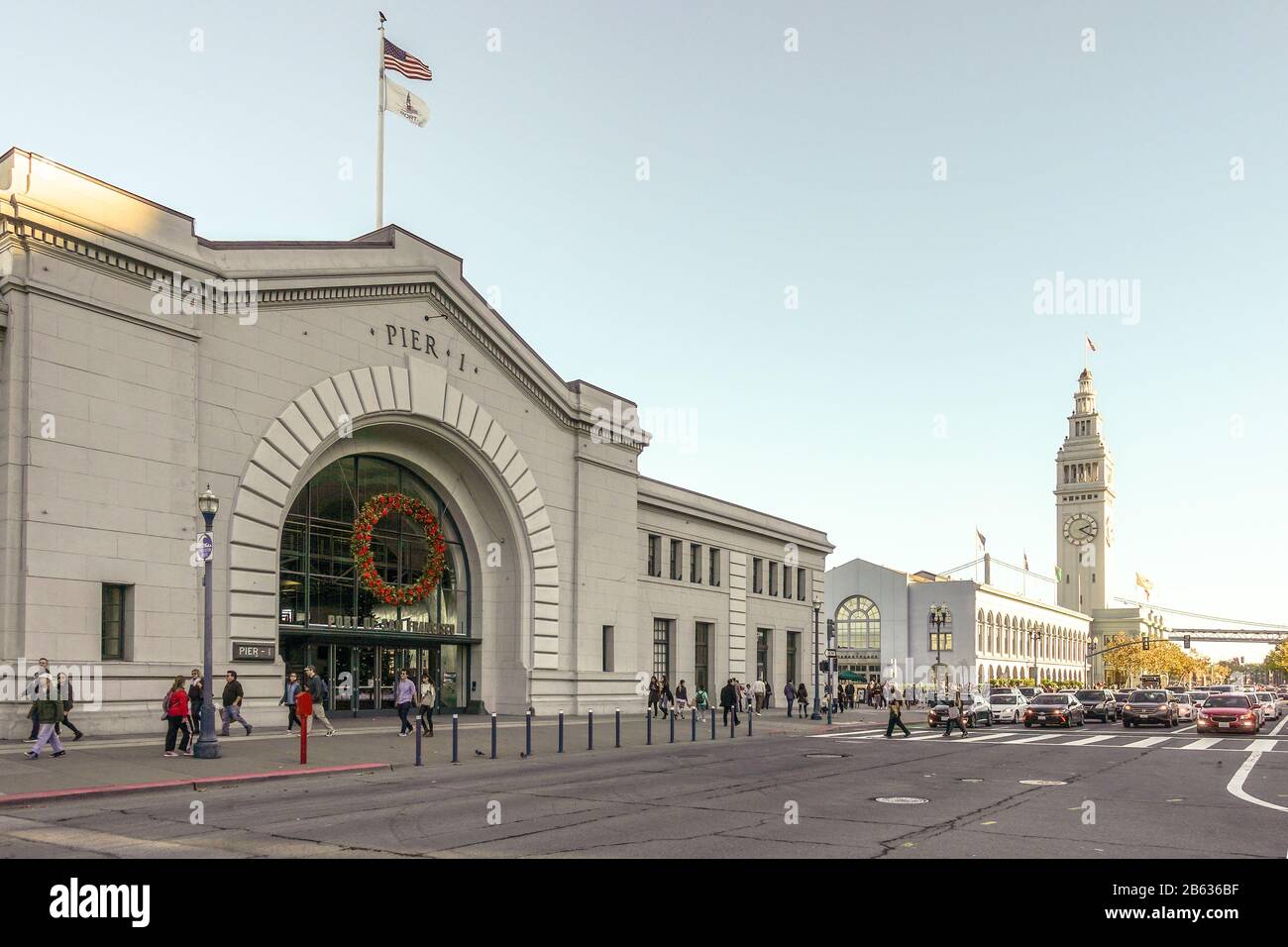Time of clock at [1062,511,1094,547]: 2:20
